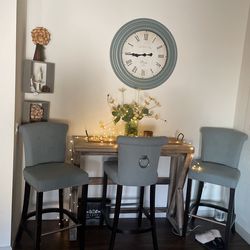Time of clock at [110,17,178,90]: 8:44
